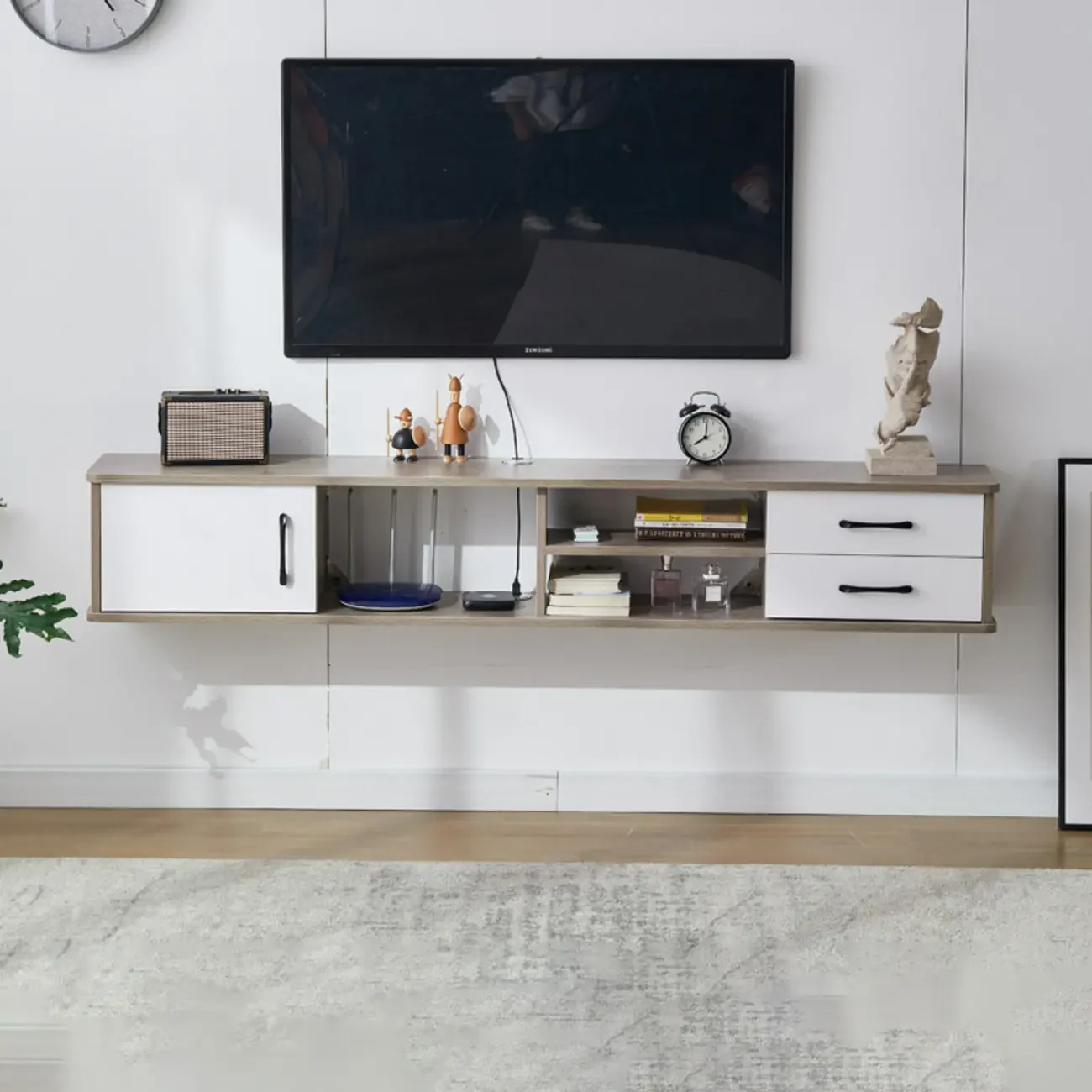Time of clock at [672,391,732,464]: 8:01
